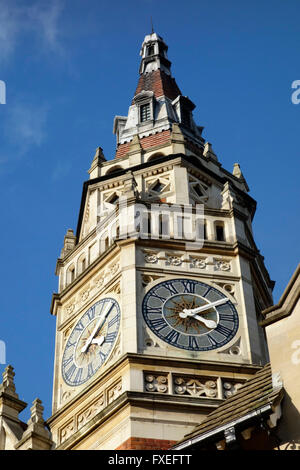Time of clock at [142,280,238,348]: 4:09
